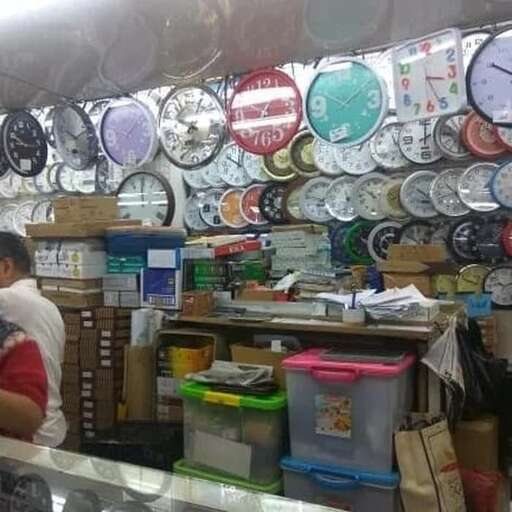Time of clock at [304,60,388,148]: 1:49
